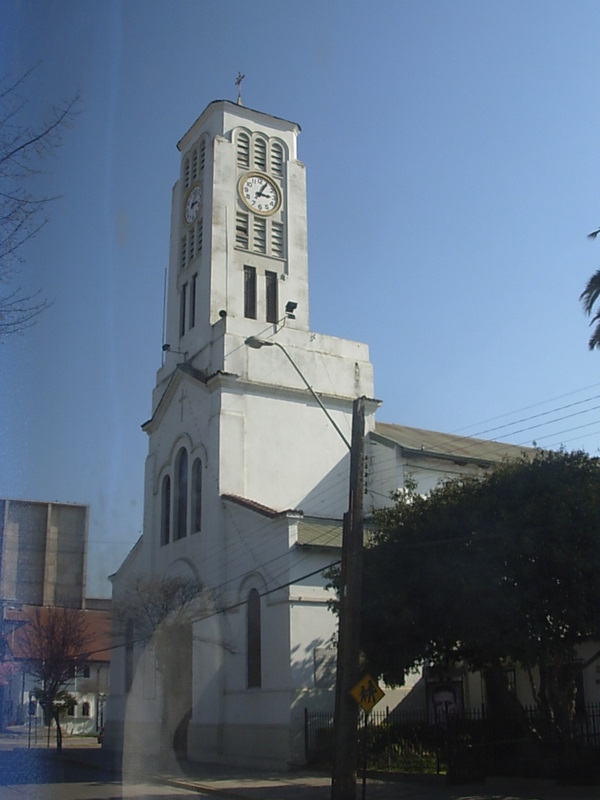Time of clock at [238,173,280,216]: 3:04
